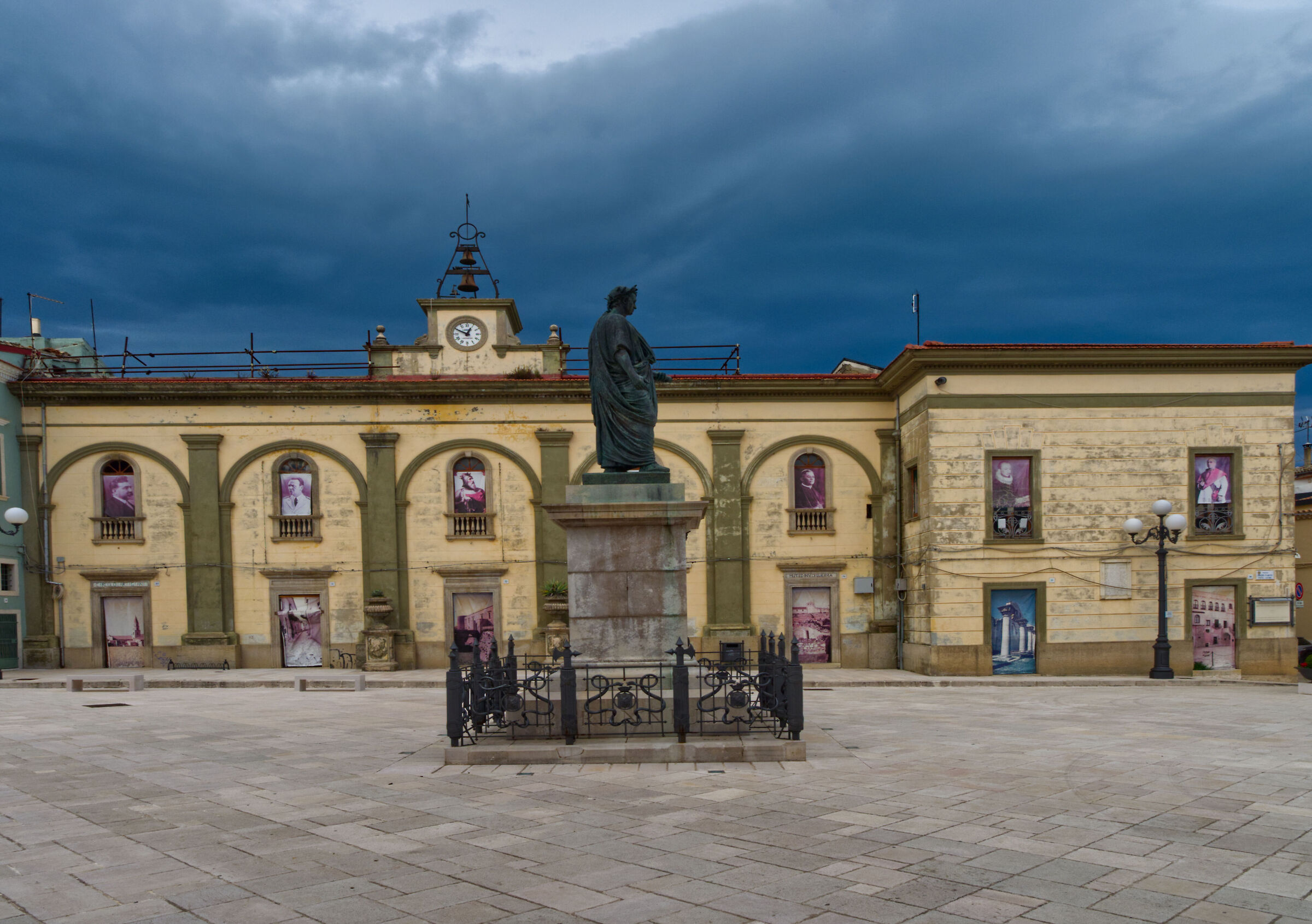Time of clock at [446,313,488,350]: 12:49
